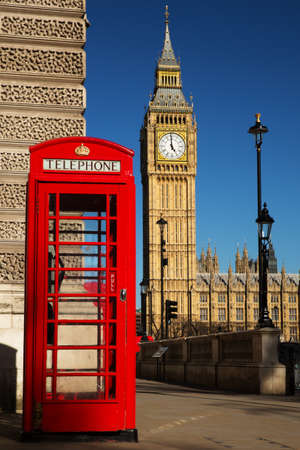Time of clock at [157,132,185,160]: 4:59
